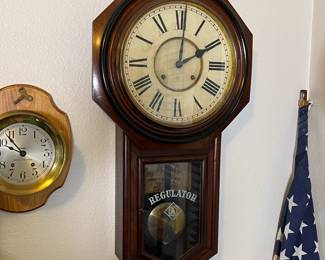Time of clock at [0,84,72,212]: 9:53
